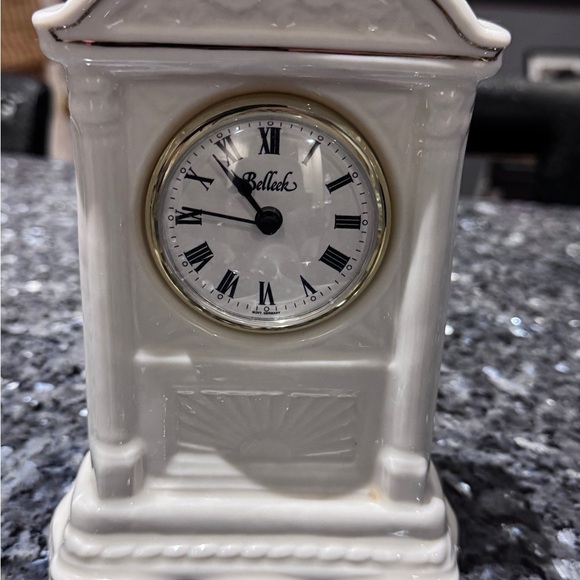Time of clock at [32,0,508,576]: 10:45
